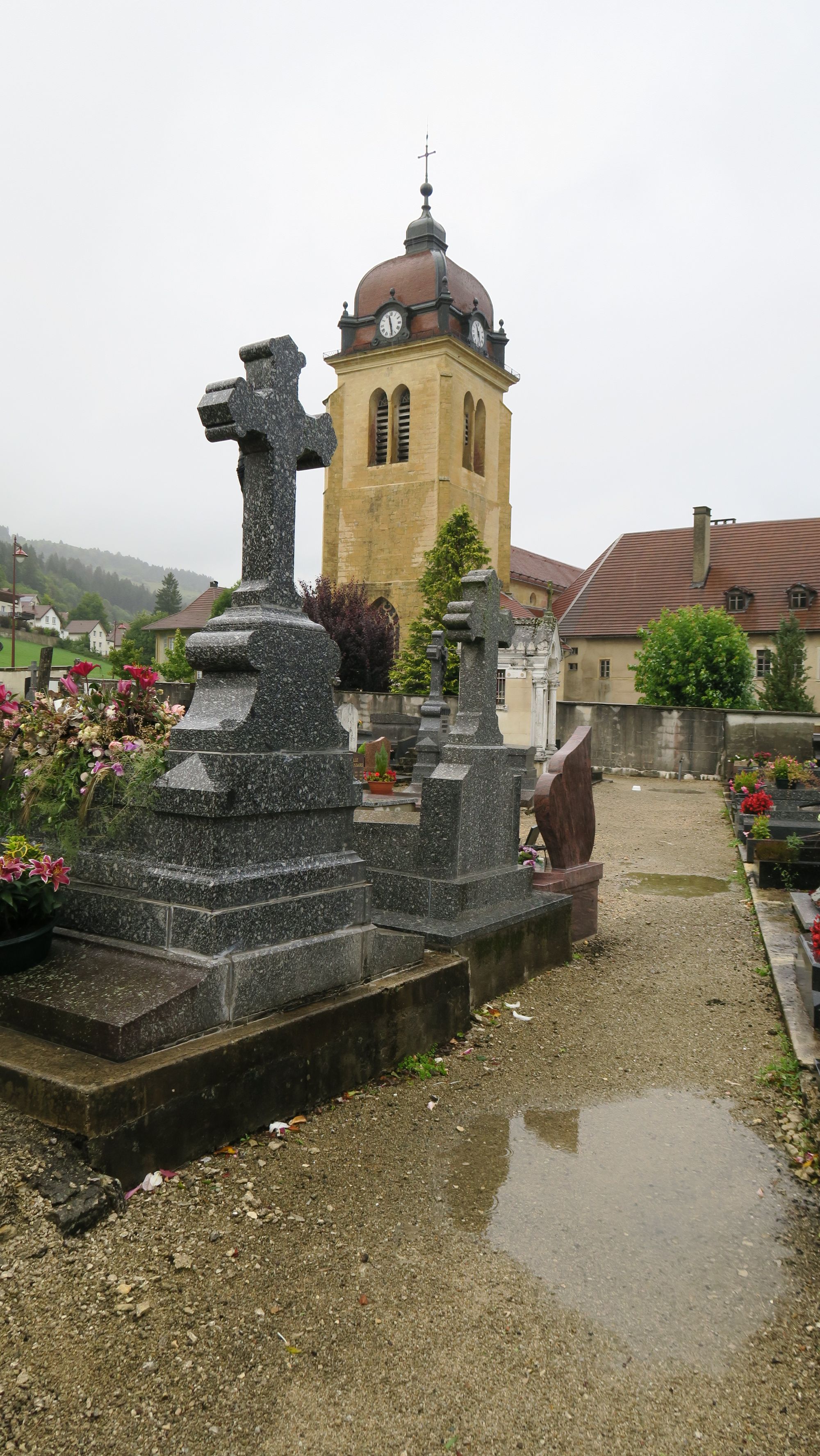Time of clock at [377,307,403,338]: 11:28
